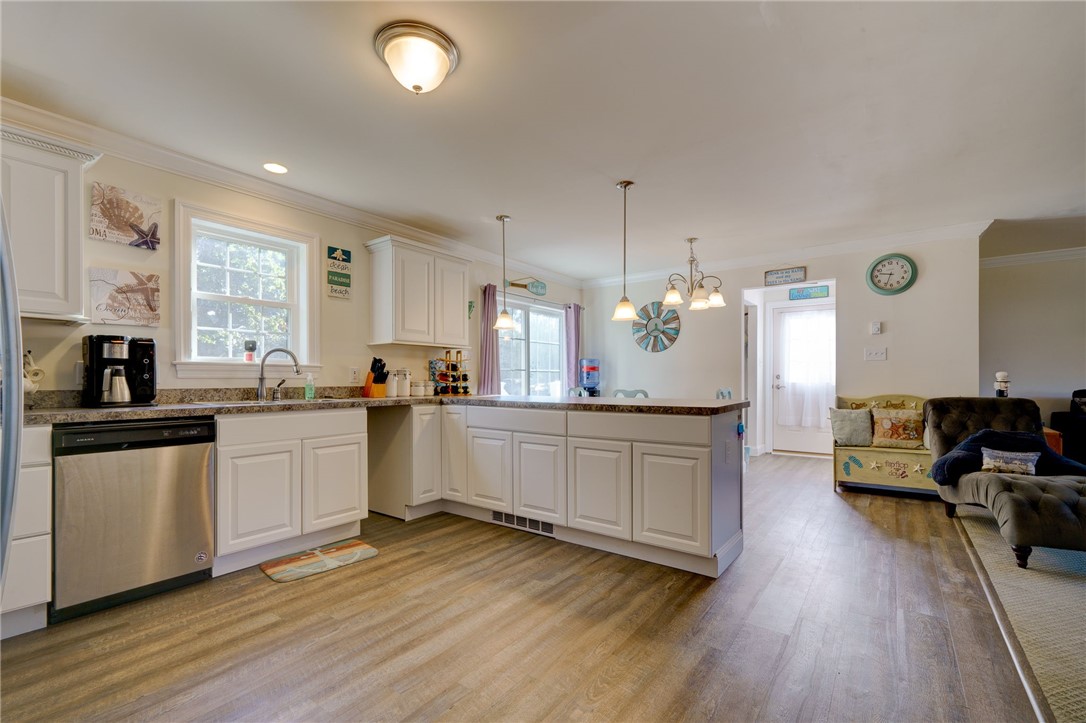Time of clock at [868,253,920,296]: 9:33
